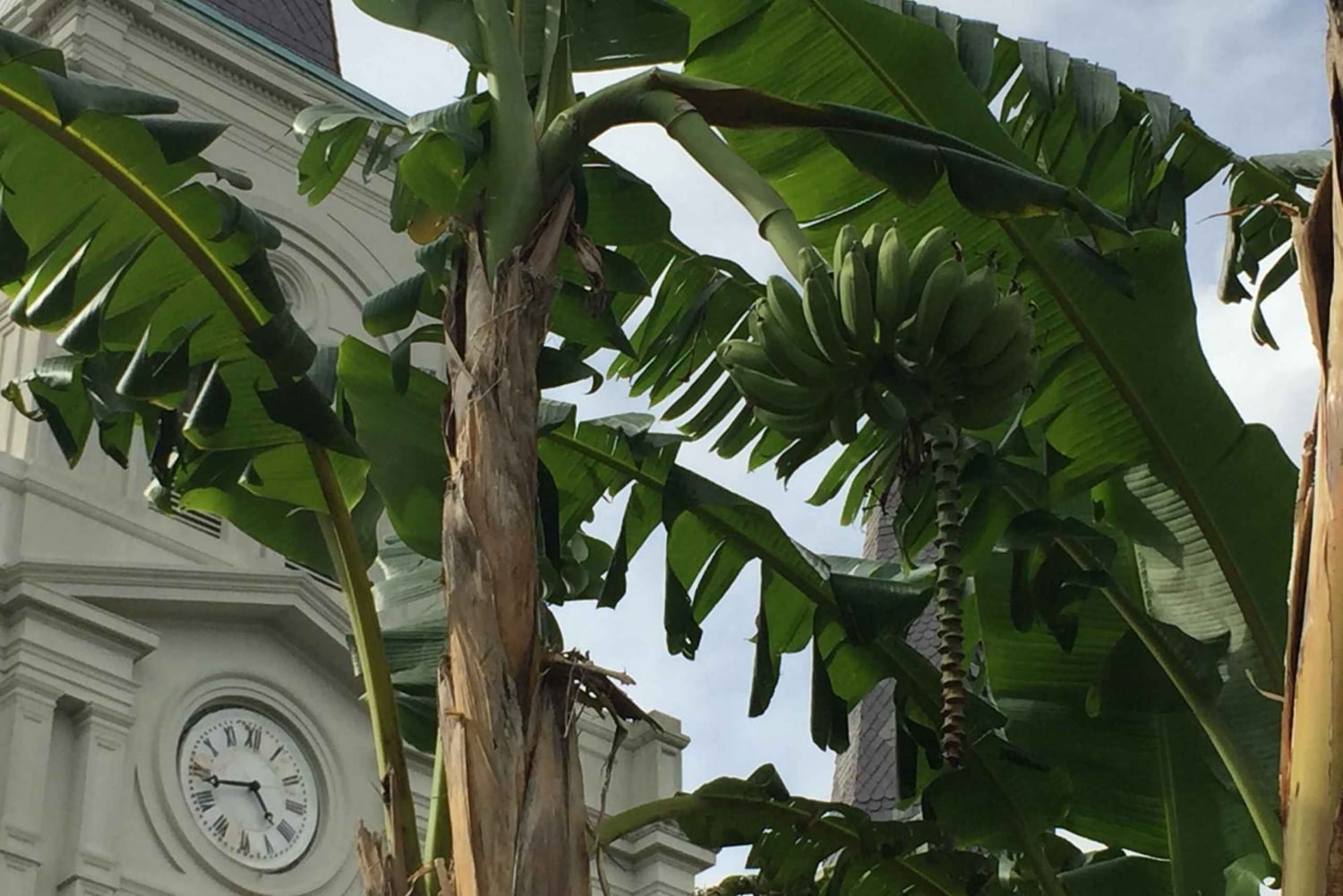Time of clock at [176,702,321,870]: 4:42
